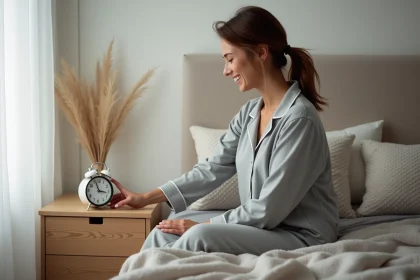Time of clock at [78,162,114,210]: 2:56
